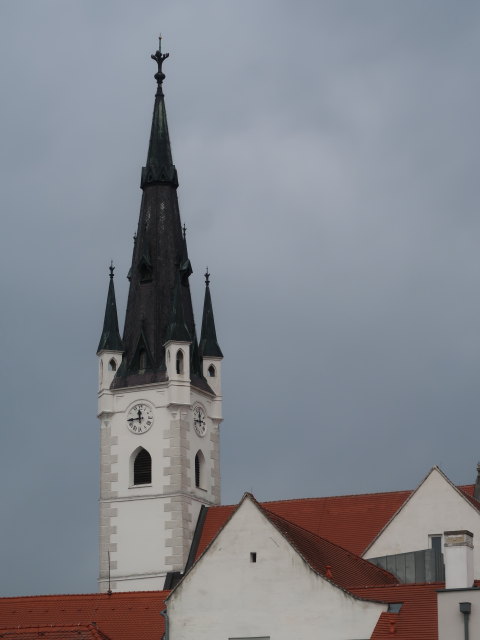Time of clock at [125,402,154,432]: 11:43
